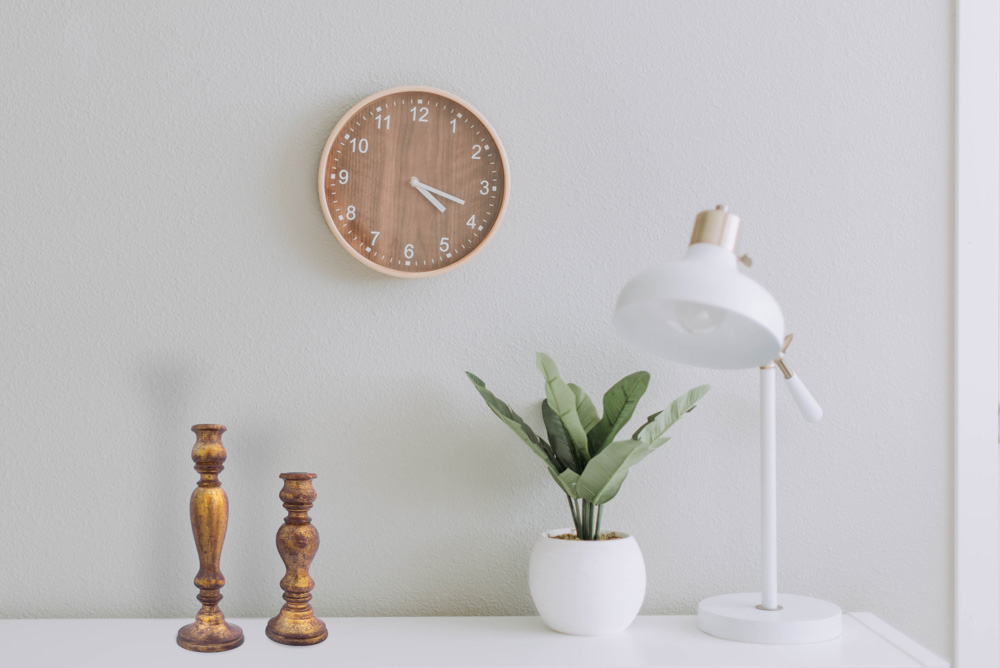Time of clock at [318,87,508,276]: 4:18
